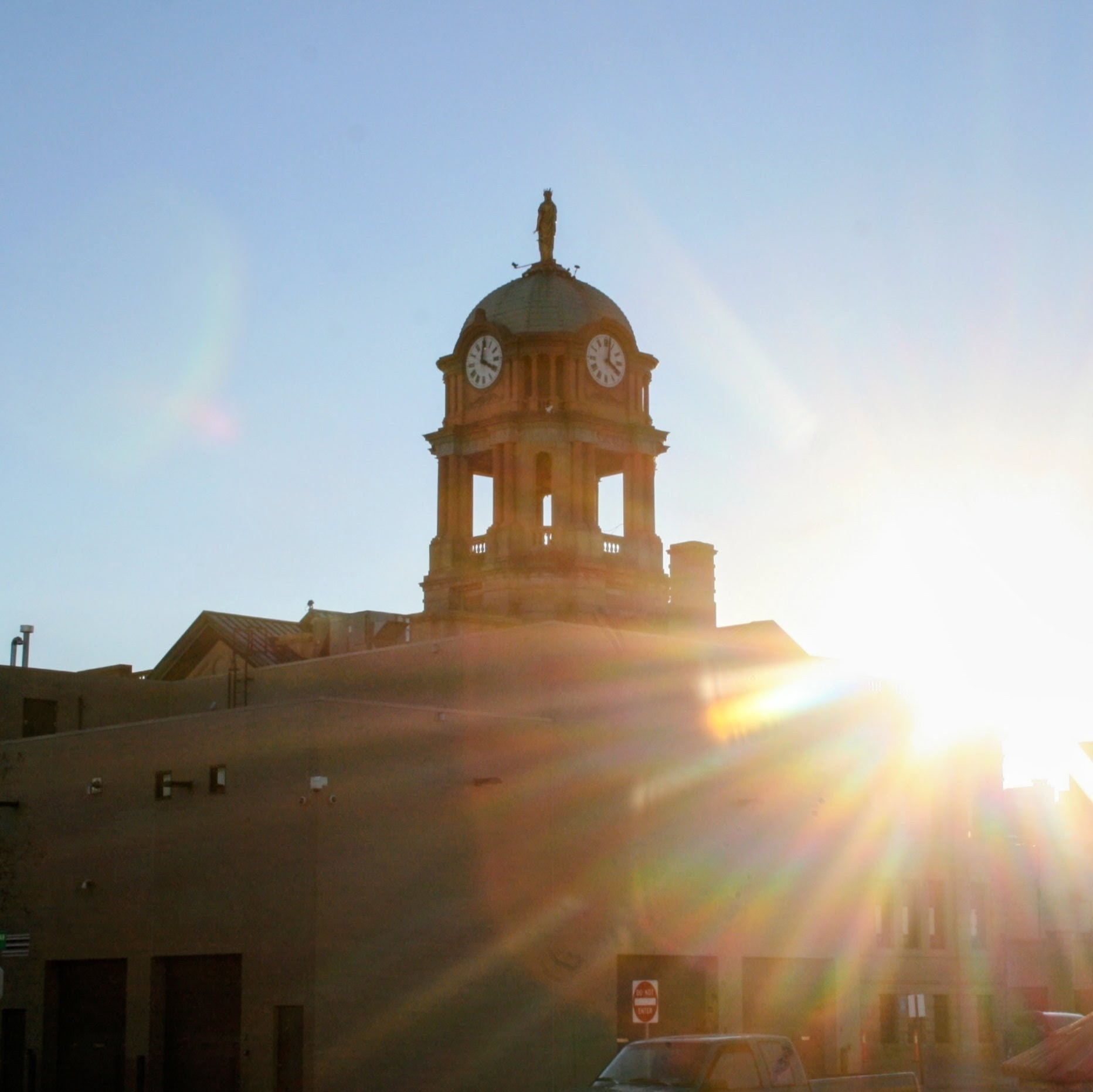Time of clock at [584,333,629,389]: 4:02
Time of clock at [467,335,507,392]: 4:00
